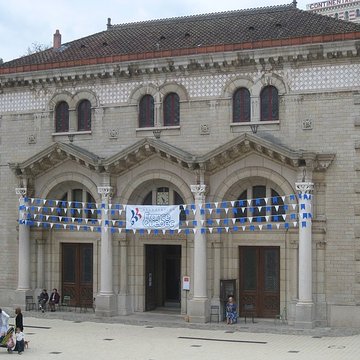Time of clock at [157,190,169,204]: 4:26
